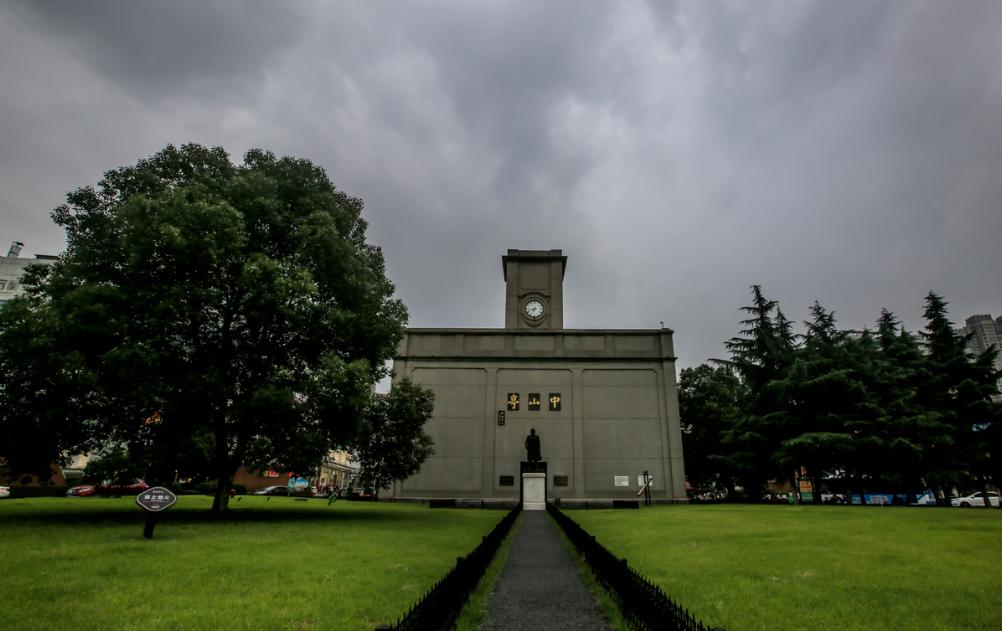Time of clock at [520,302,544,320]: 8:34
